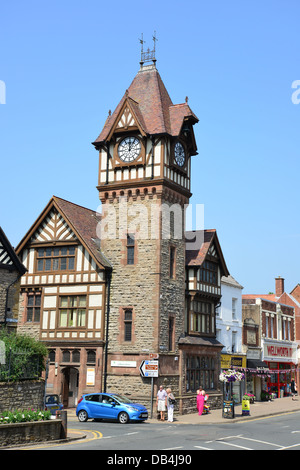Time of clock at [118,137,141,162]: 12:05
